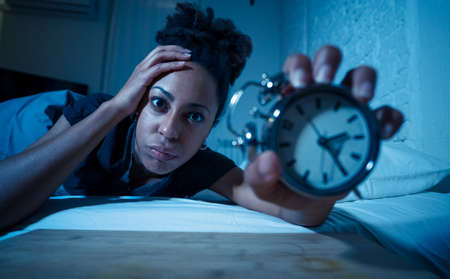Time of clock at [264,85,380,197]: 2:24
